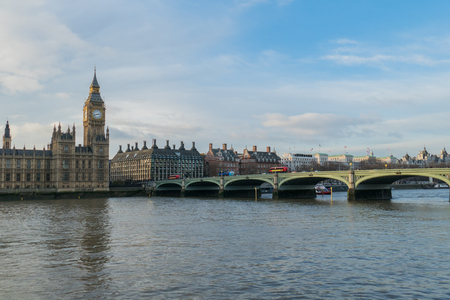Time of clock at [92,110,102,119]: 2:42
